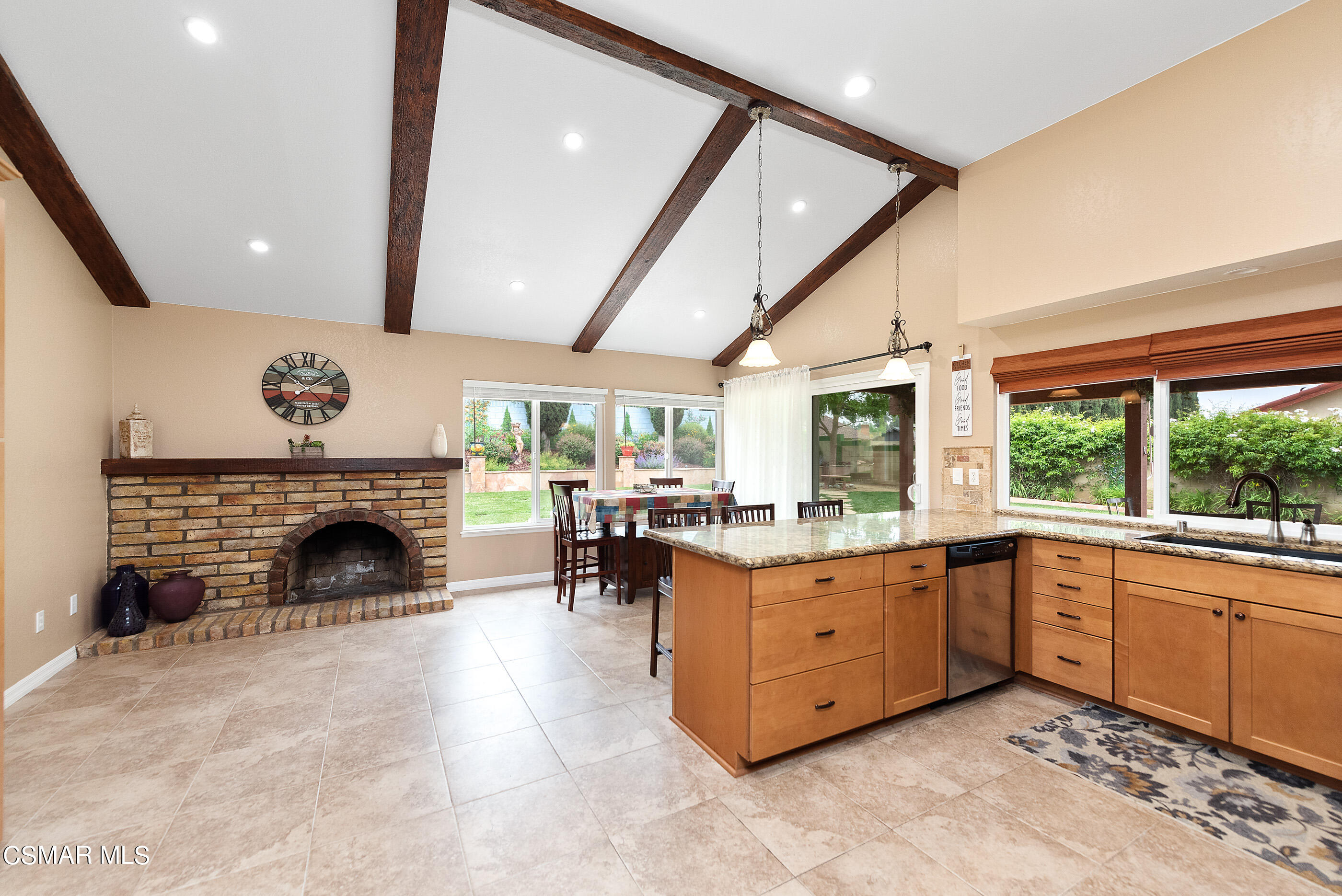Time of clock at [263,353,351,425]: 1:52
